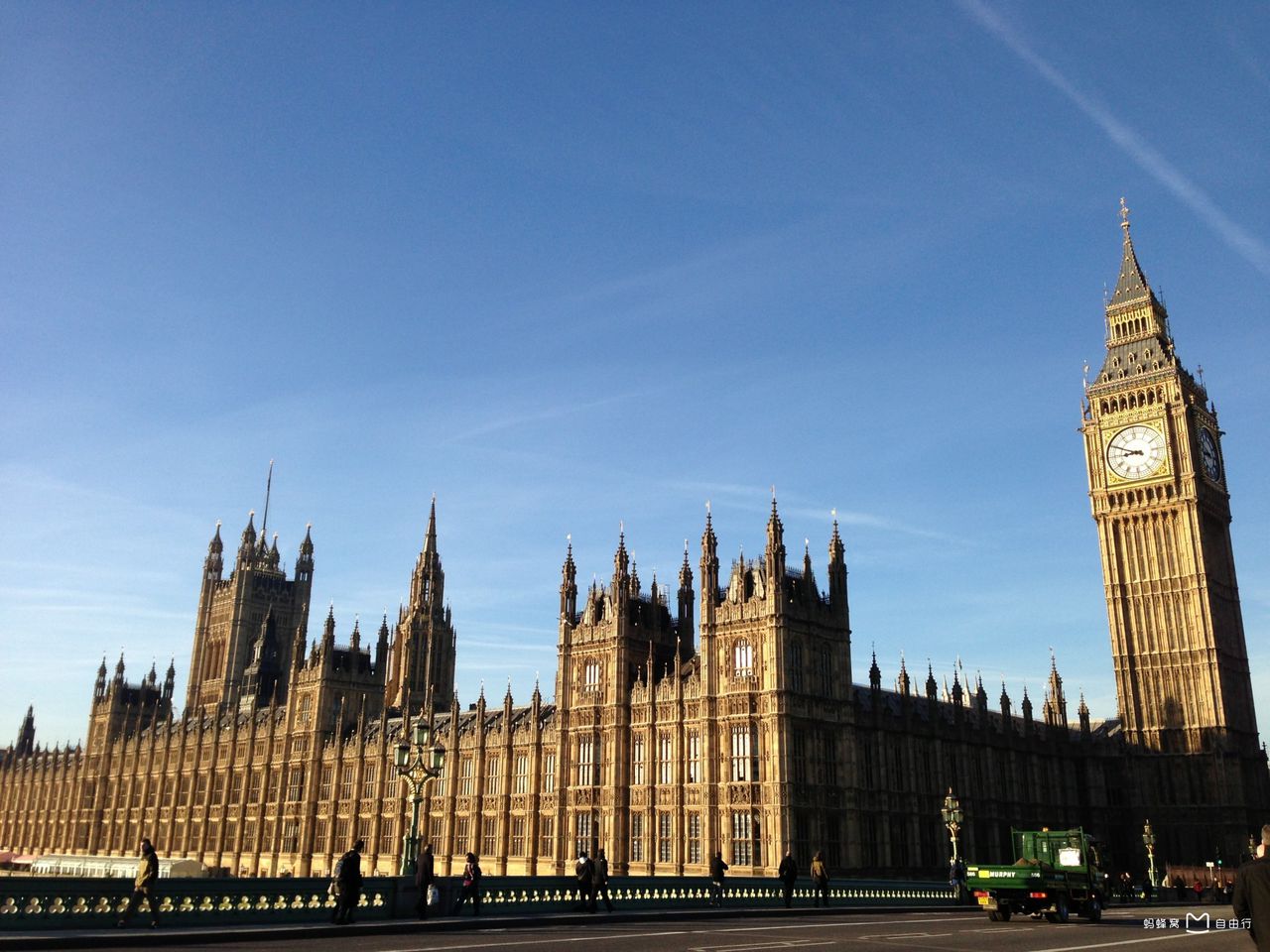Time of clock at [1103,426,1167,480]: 8:49
